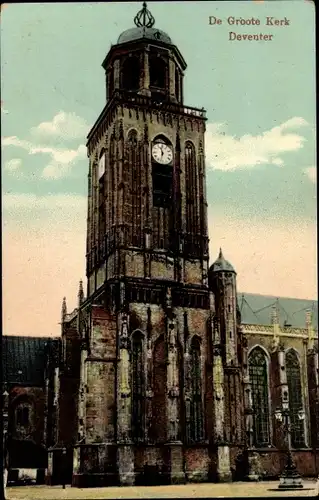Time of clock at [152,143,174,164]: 11:32
